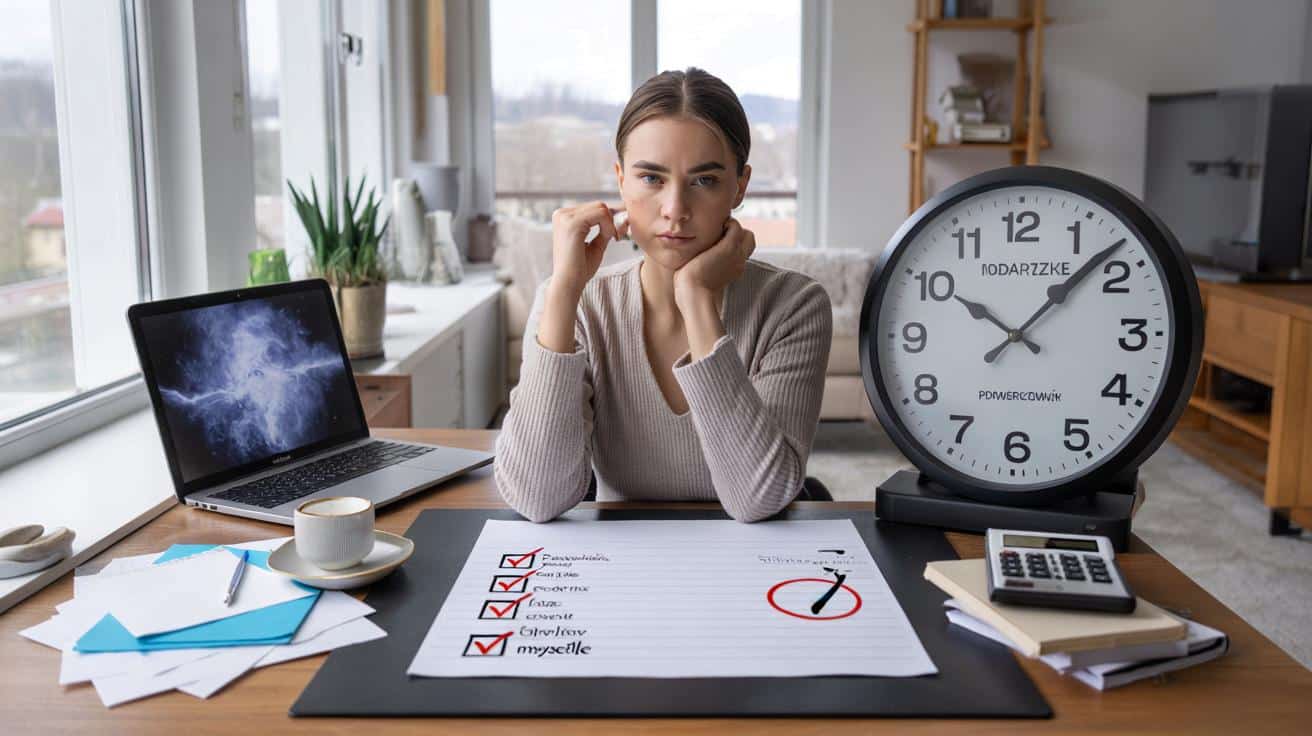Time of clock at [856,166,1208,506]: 10:07
